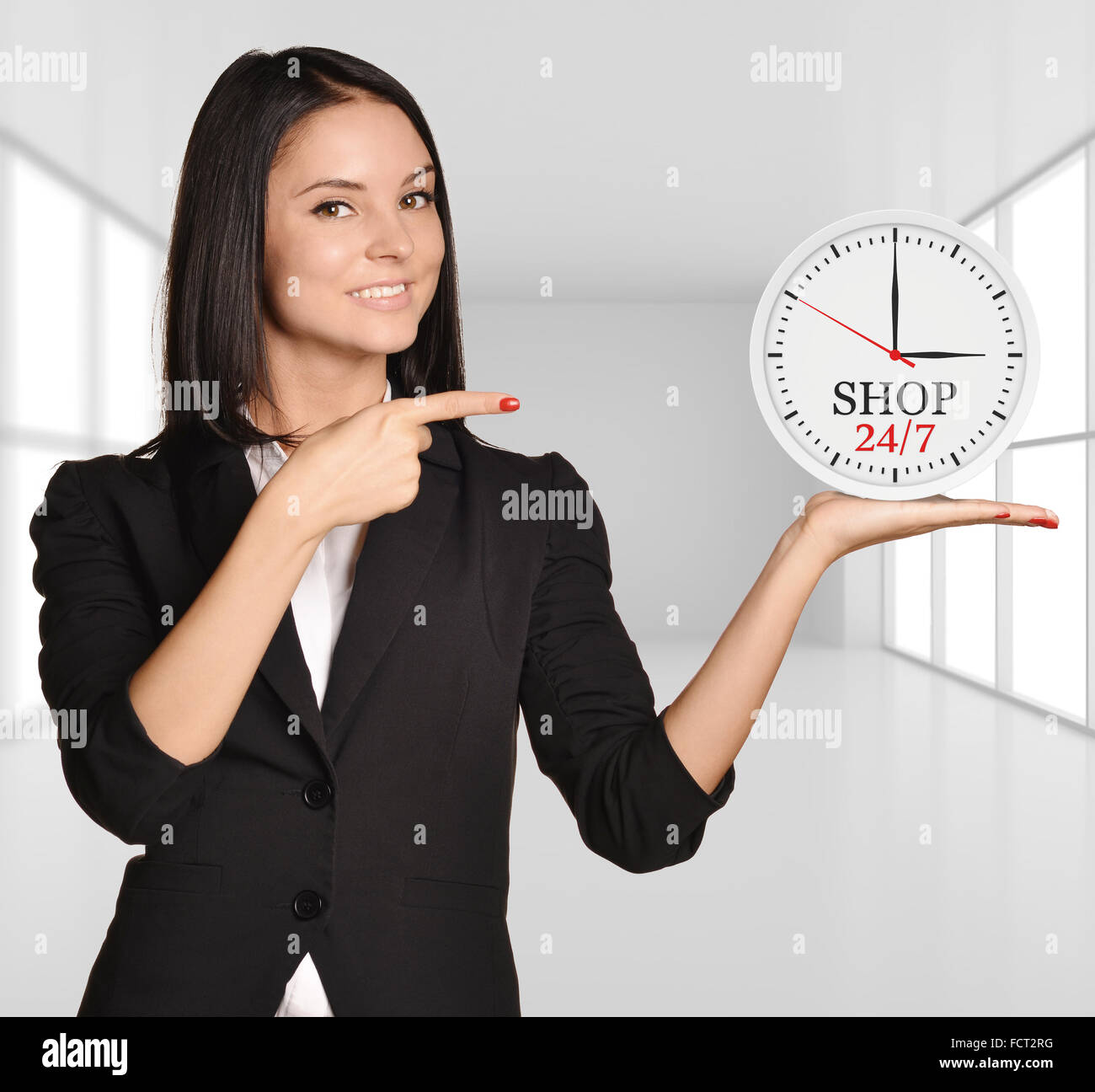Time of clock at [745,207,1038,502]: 3:00
